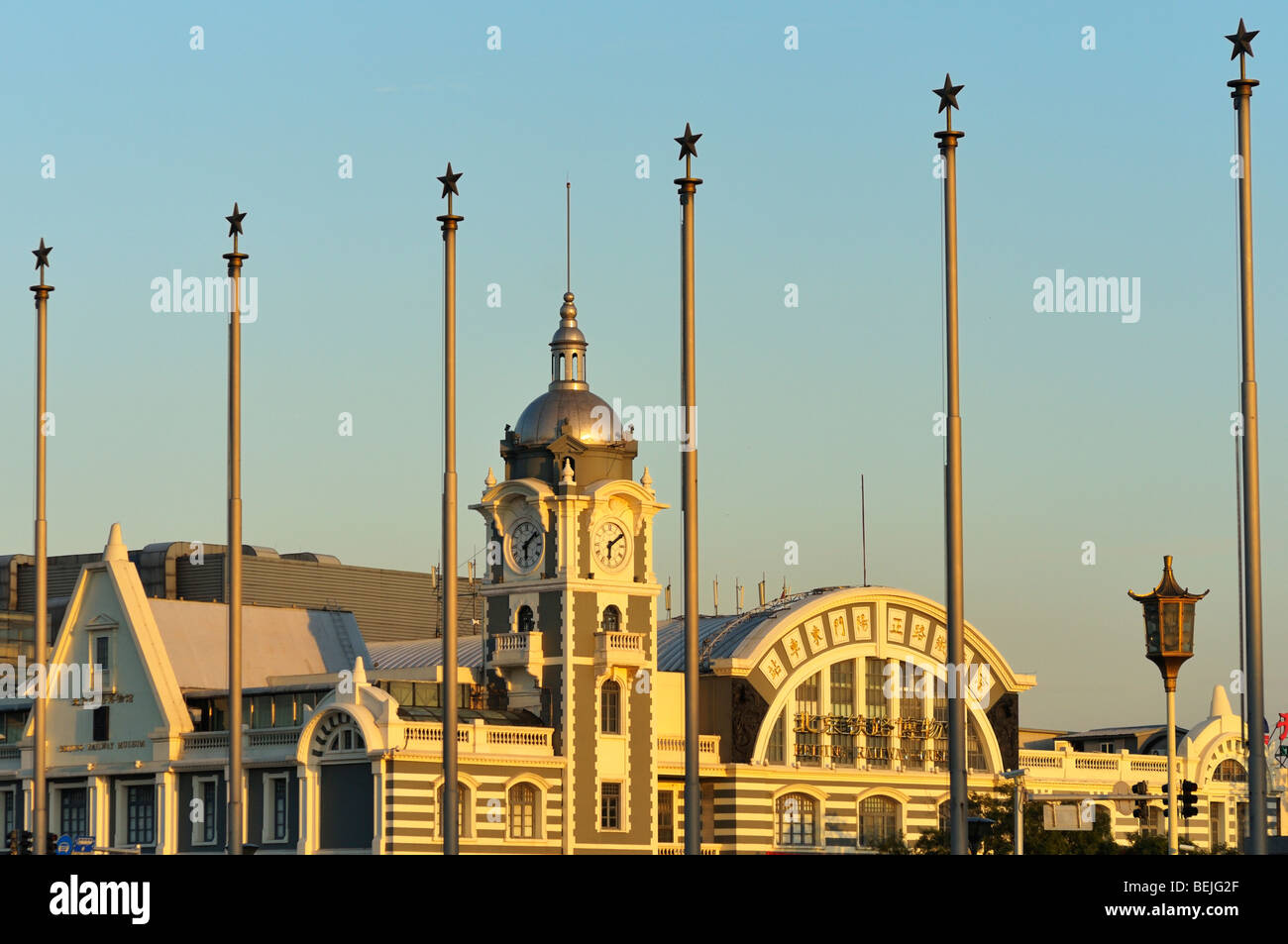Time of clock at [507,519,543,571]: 6:08
